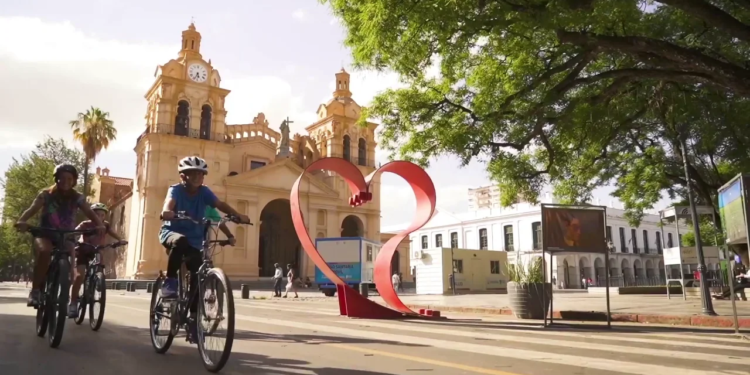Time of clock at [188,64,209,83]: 5:33
